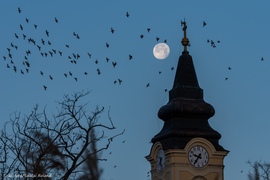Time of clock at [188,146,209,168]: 9:36
